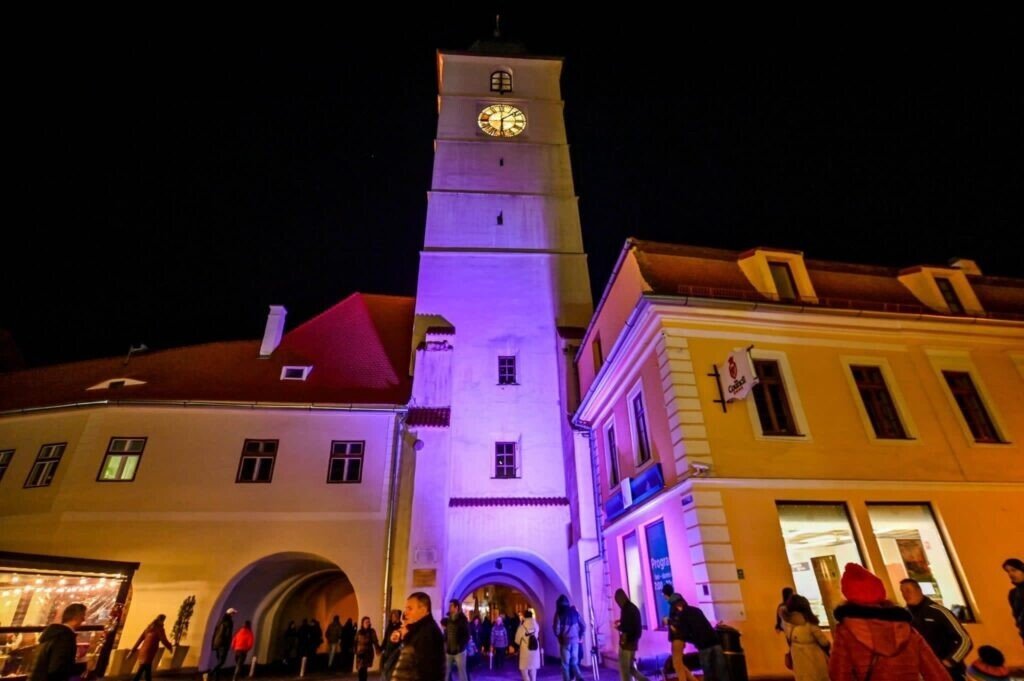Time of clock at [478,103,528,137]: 6:08
